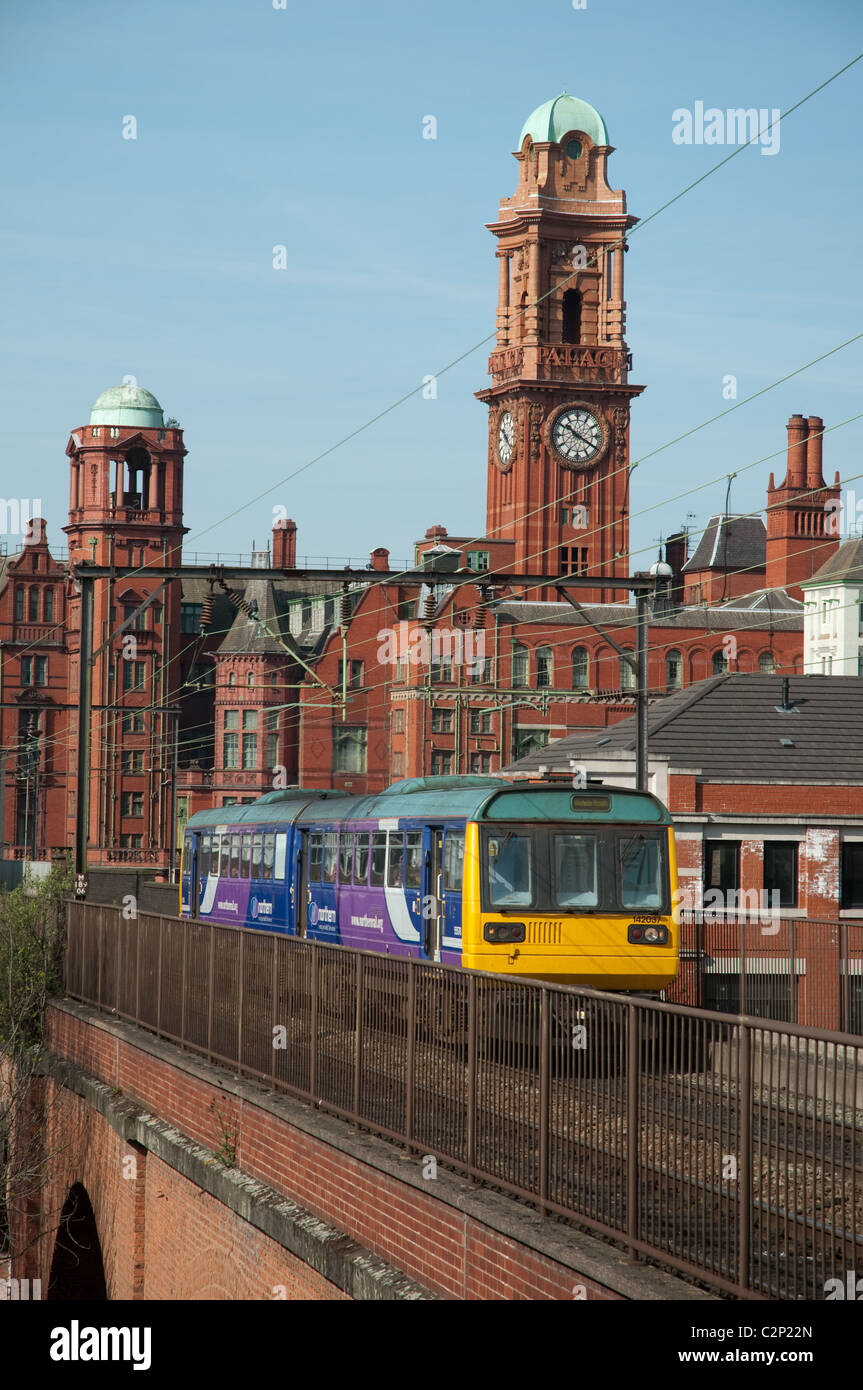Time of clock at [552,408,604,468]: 10:19
